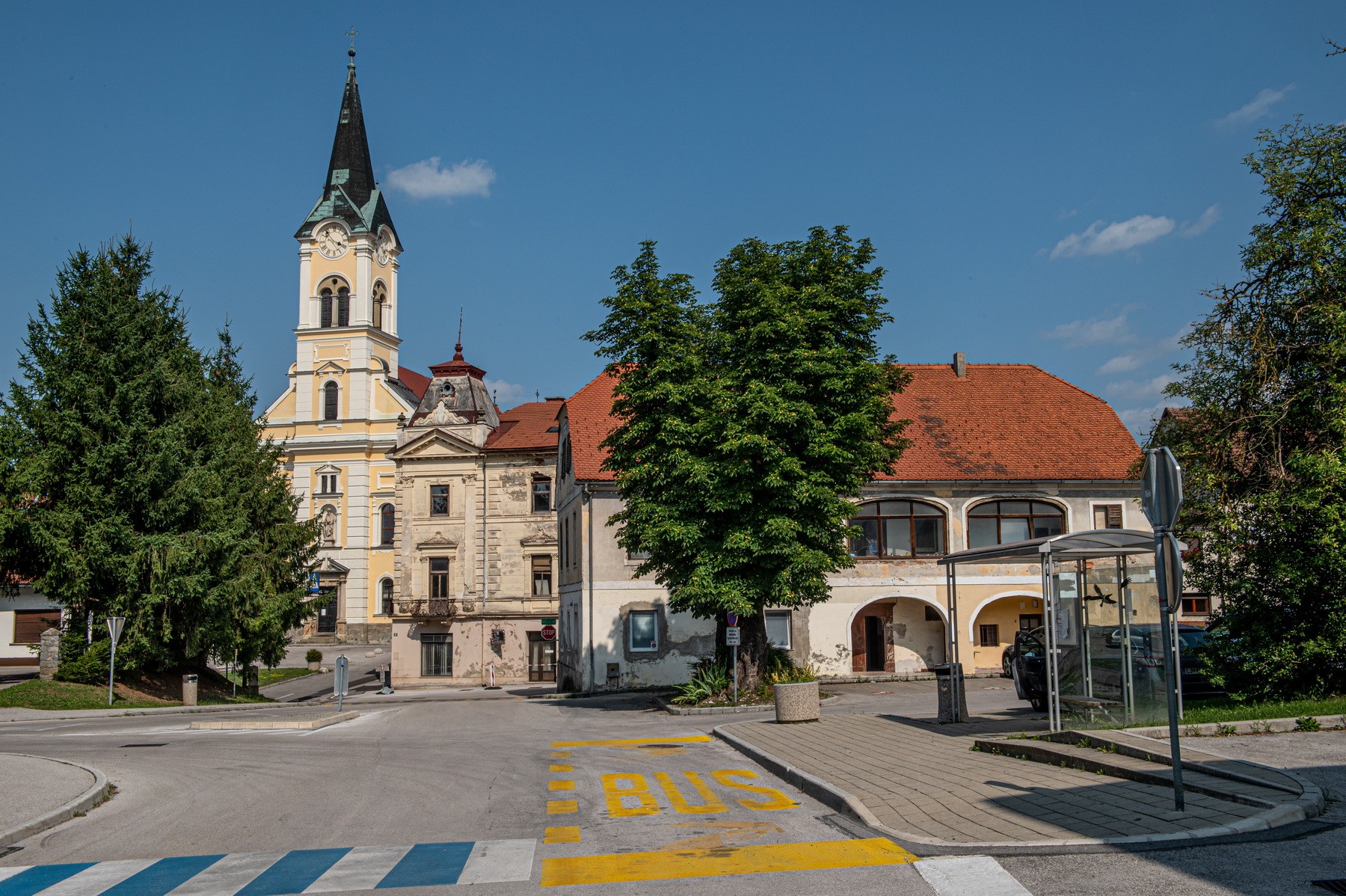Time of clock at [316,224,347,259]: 3:53
